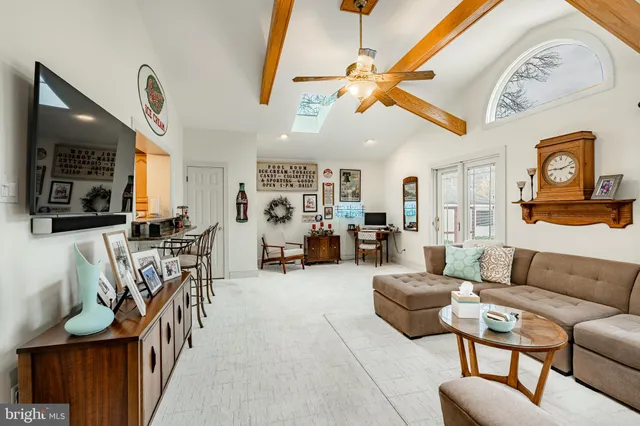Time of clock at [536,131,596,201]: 9:12
